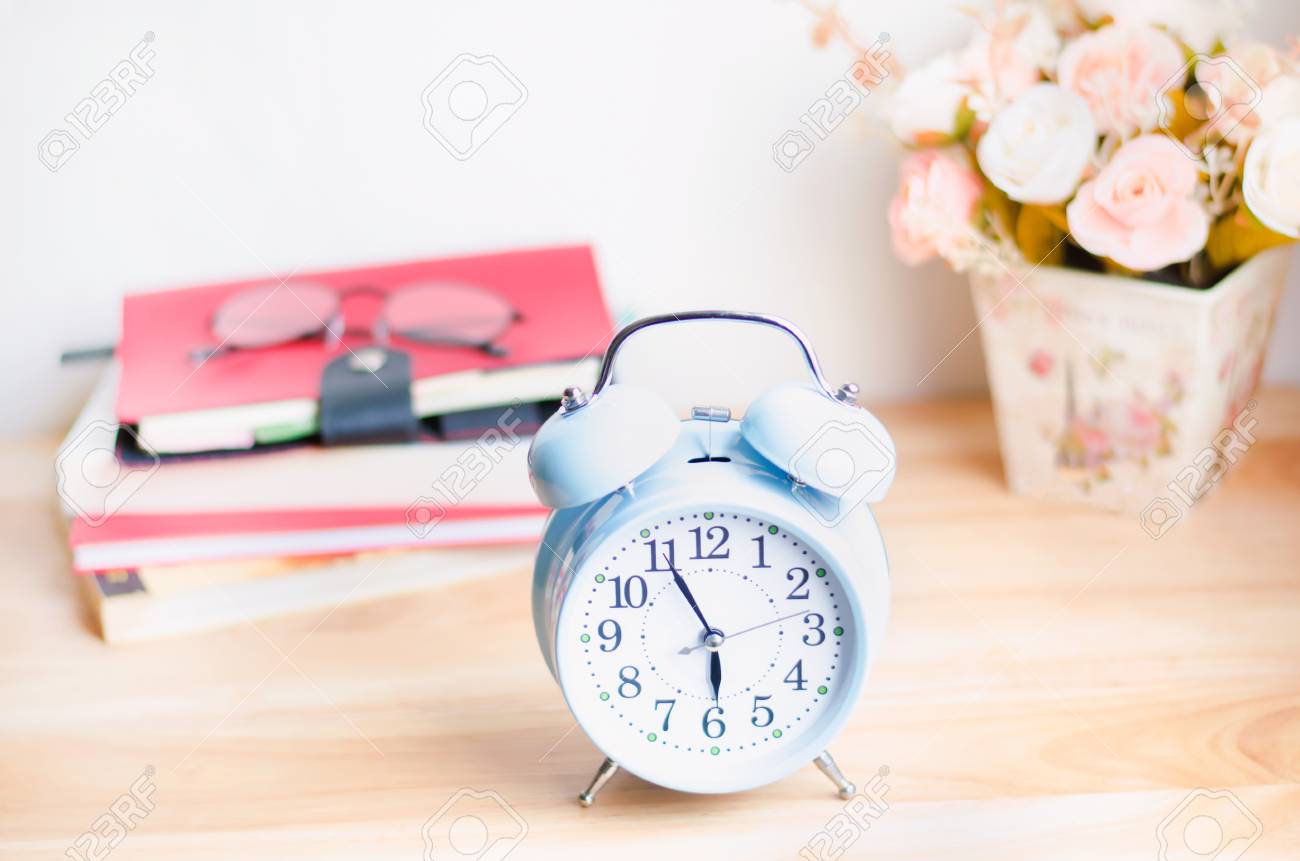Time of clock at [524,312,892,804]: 5:55
